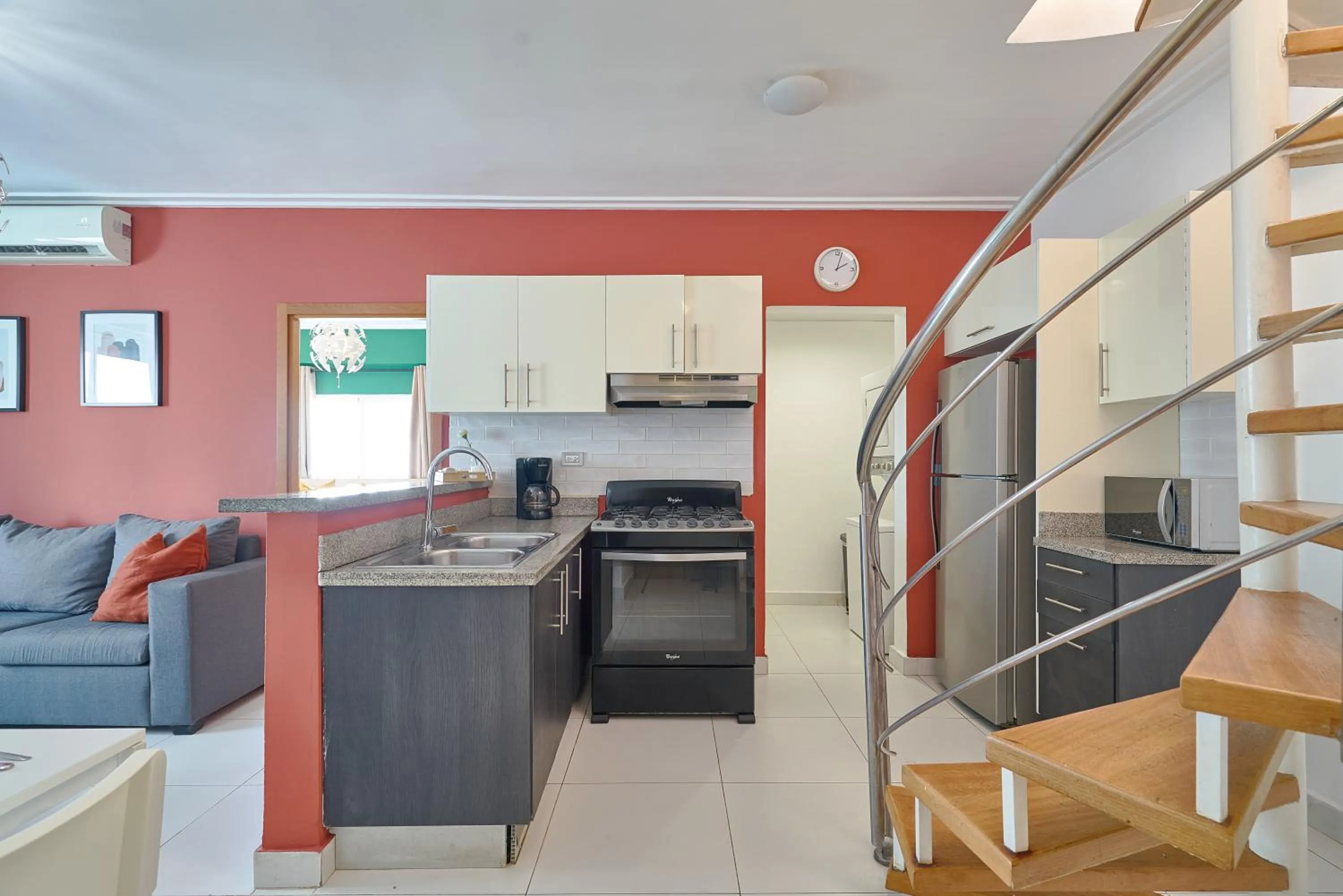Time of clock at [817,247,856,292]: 2:02
